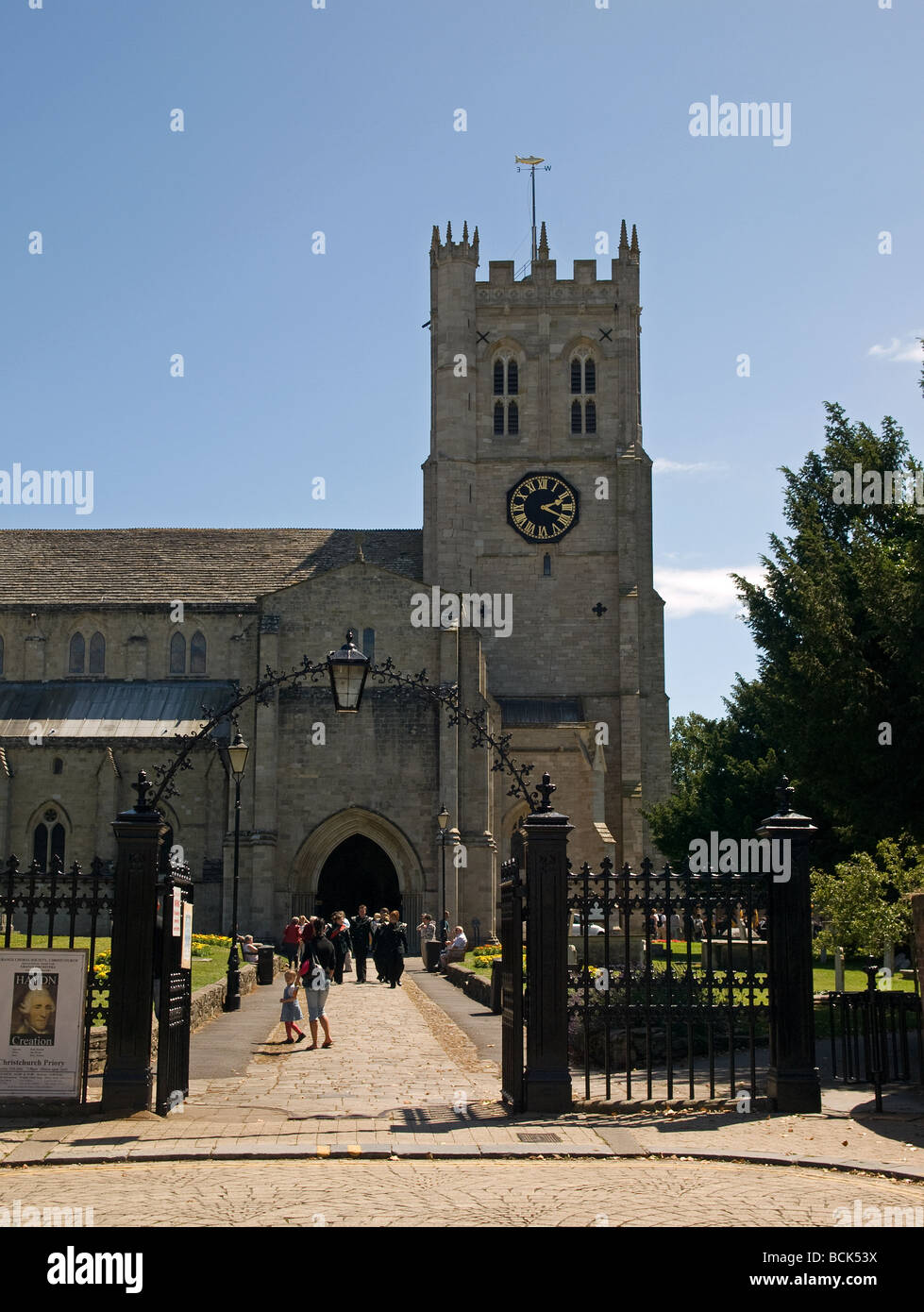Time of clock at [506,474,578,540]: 2:18
